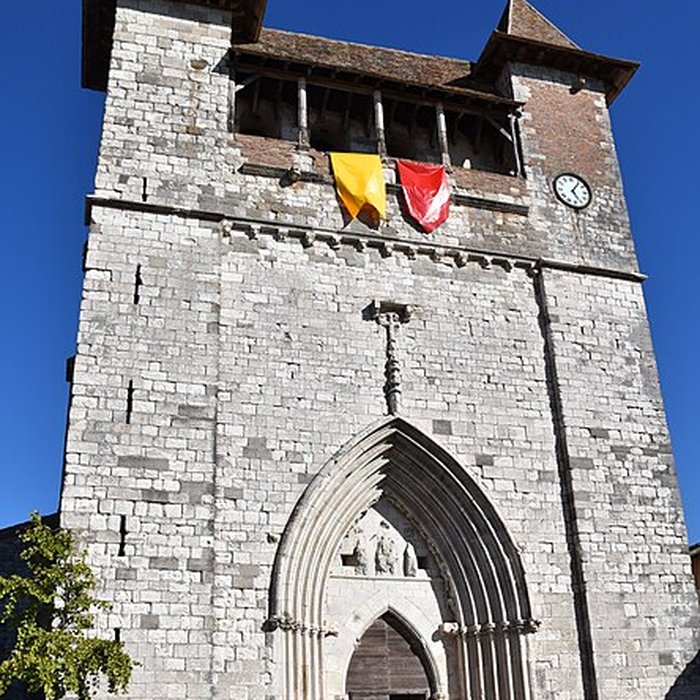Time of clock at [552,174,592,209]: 5:06
